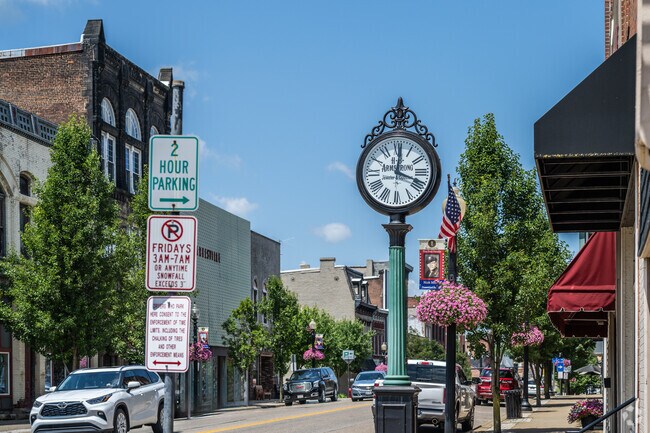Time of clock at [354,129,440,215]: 12:18
